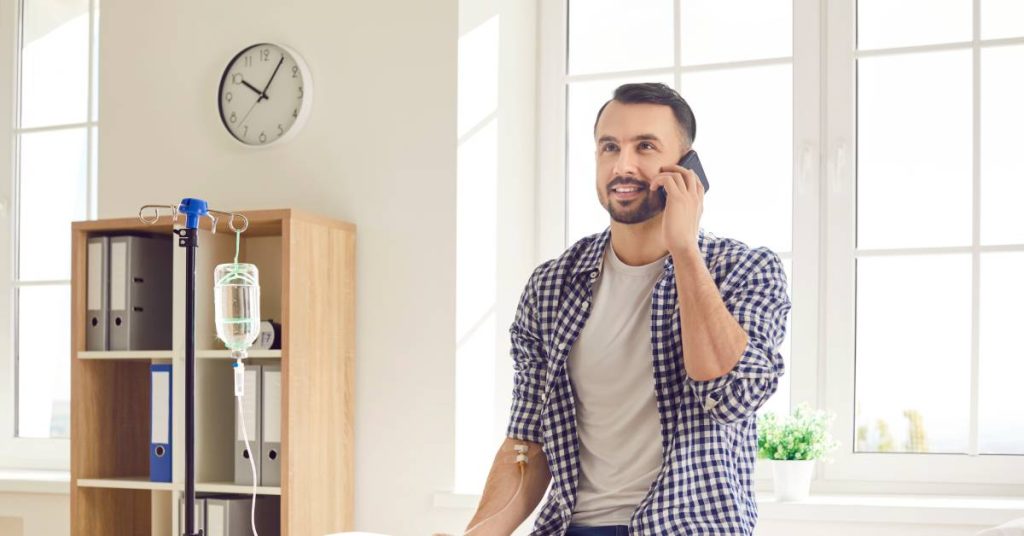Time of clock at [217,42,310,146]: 10:05
